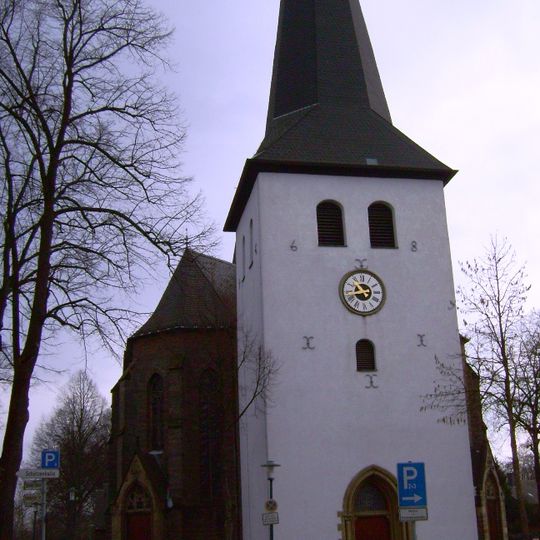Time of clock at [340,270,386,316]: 10:42
